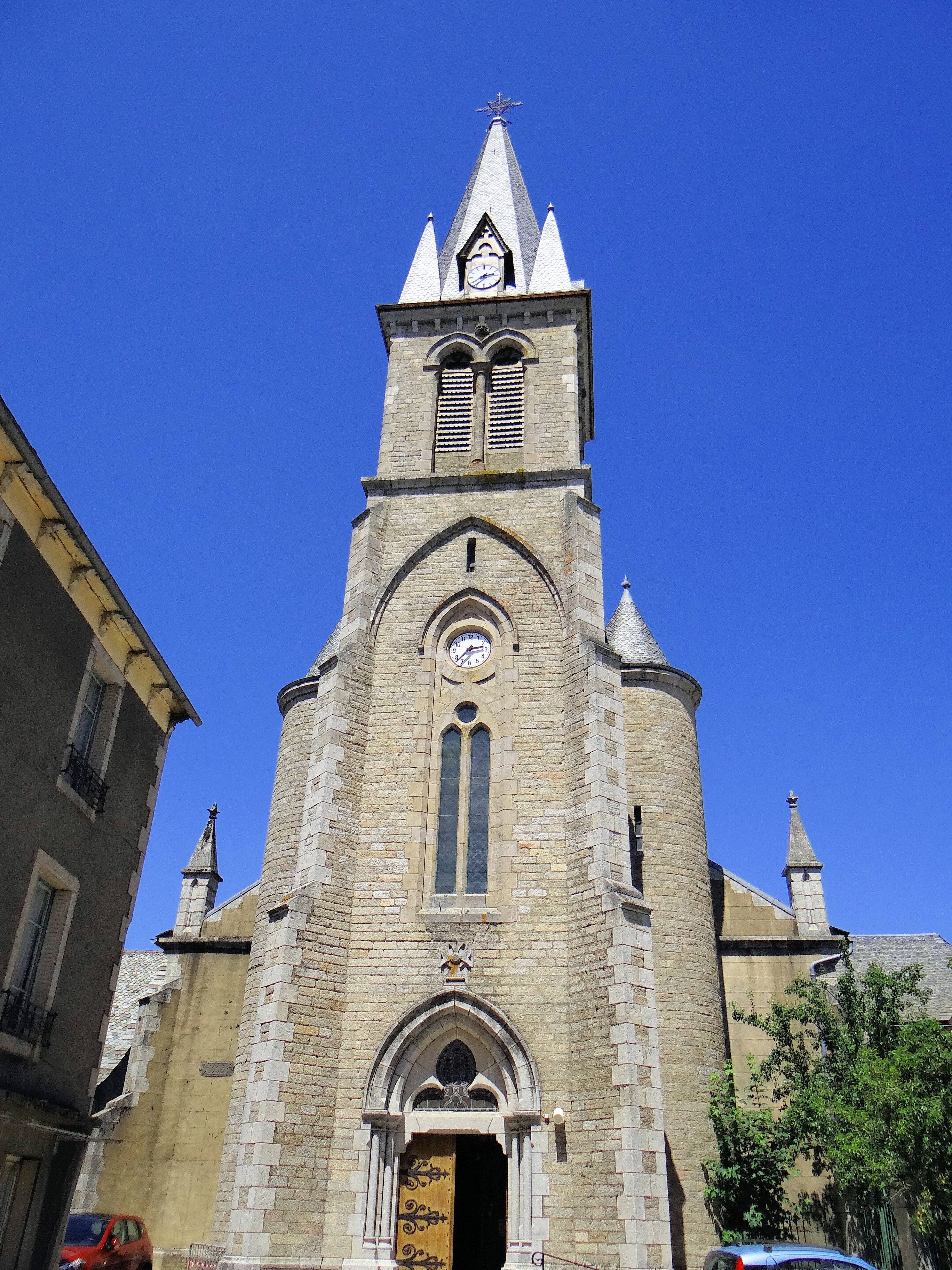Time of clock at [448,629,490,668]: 2:37
